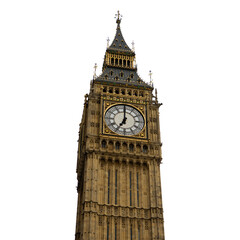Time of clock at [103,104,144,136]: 7:00
